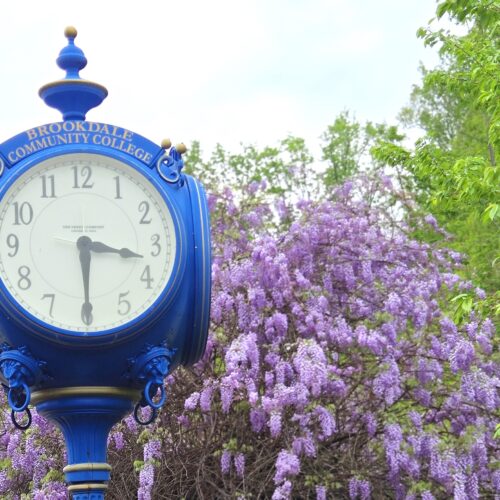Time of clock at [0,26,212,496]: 3:29
